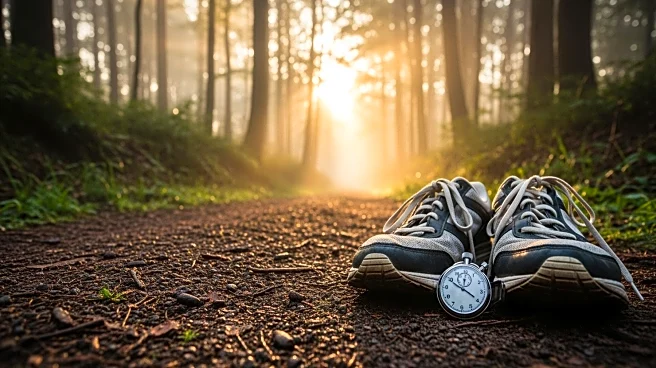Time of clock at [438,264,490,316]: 3:49
